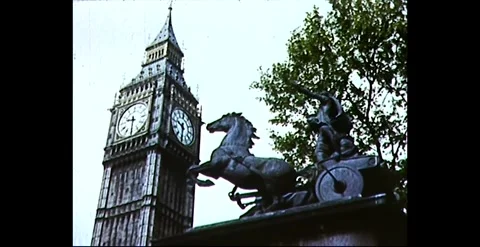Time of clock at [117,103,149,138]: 9:30
